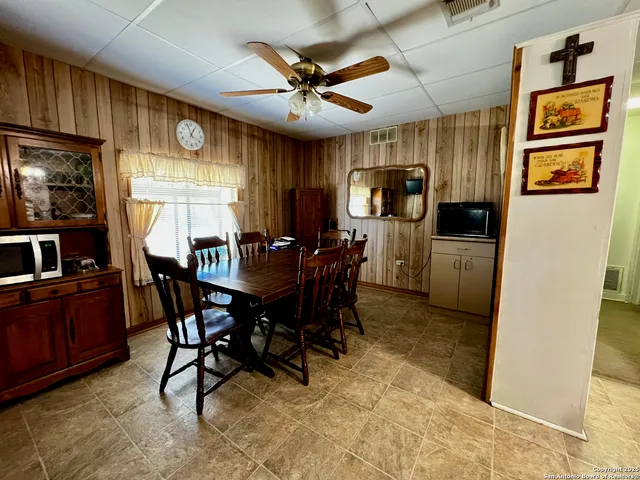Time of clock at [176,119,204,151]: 12:57
